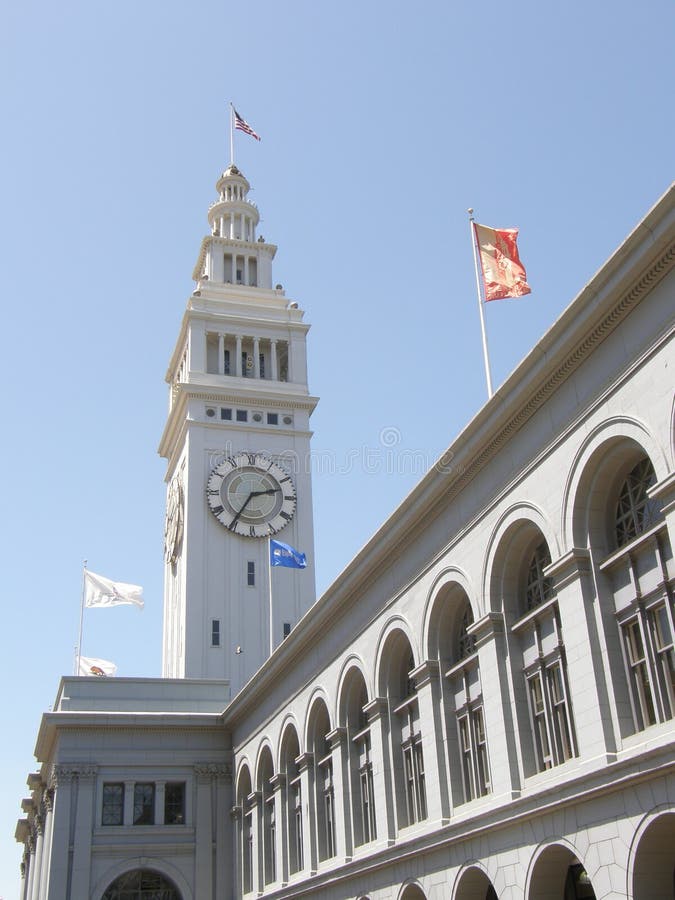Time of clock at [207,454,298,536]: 2:35
